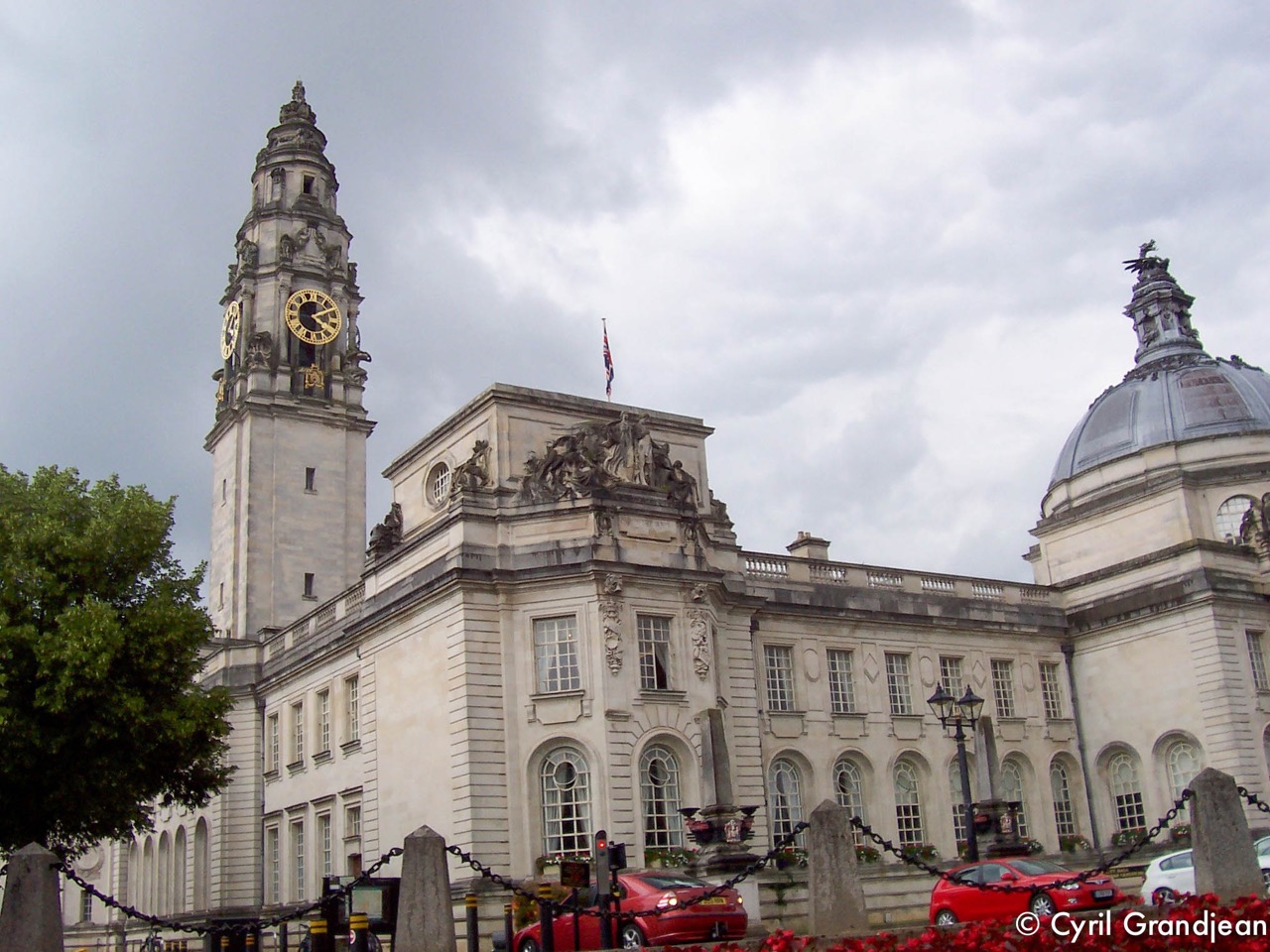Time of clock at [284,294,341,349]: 4:09
